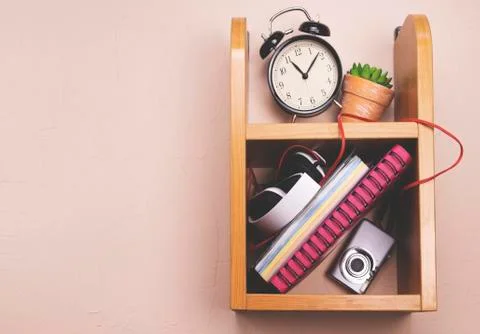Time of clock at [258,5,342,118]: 11:08
